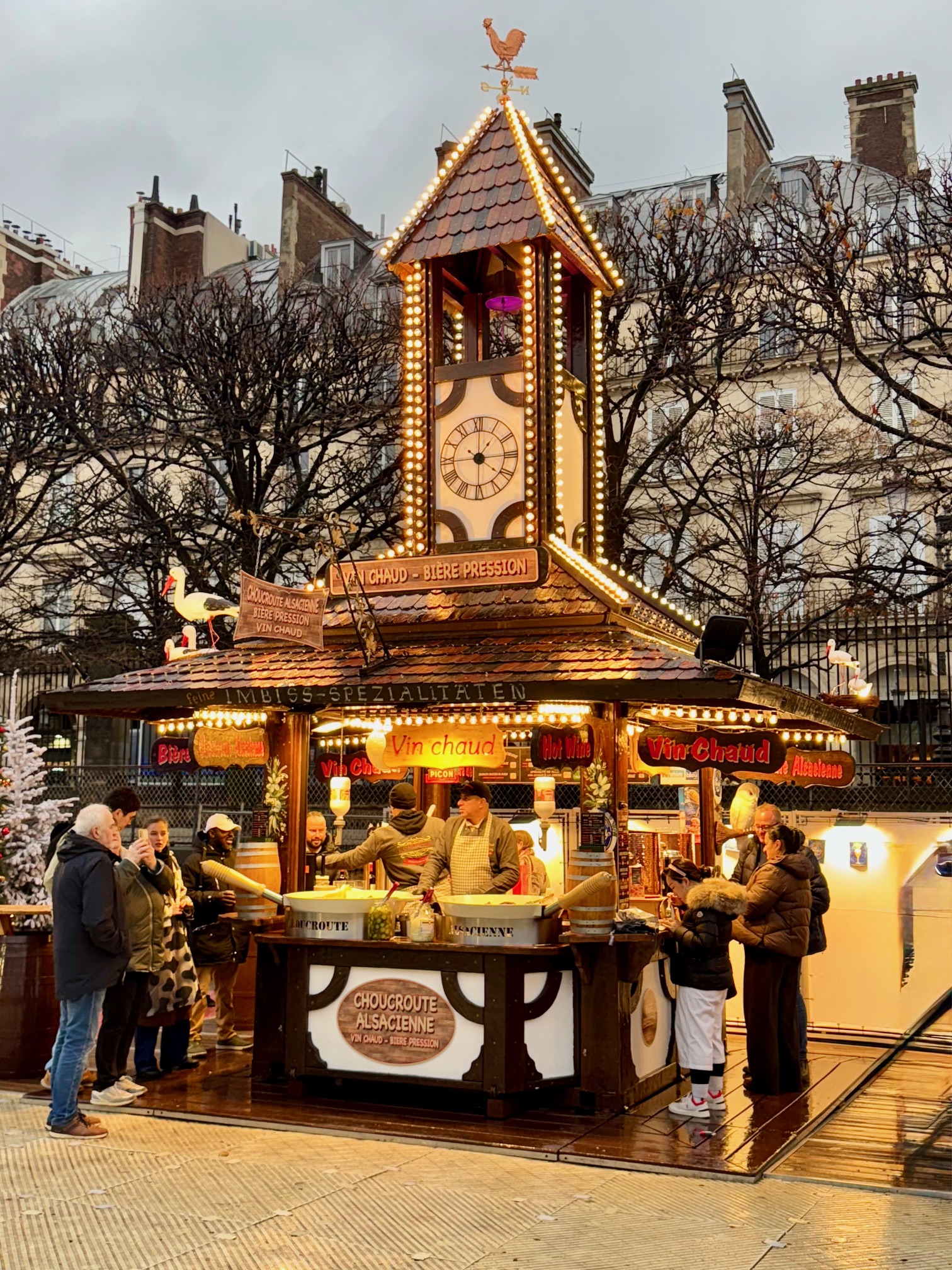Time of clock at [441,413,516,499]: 1:14
